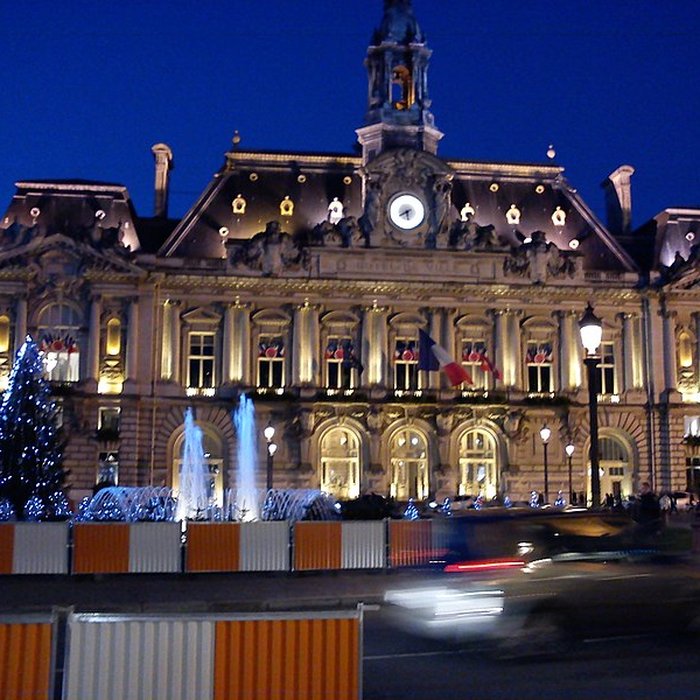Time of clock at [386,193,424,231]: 5:40
